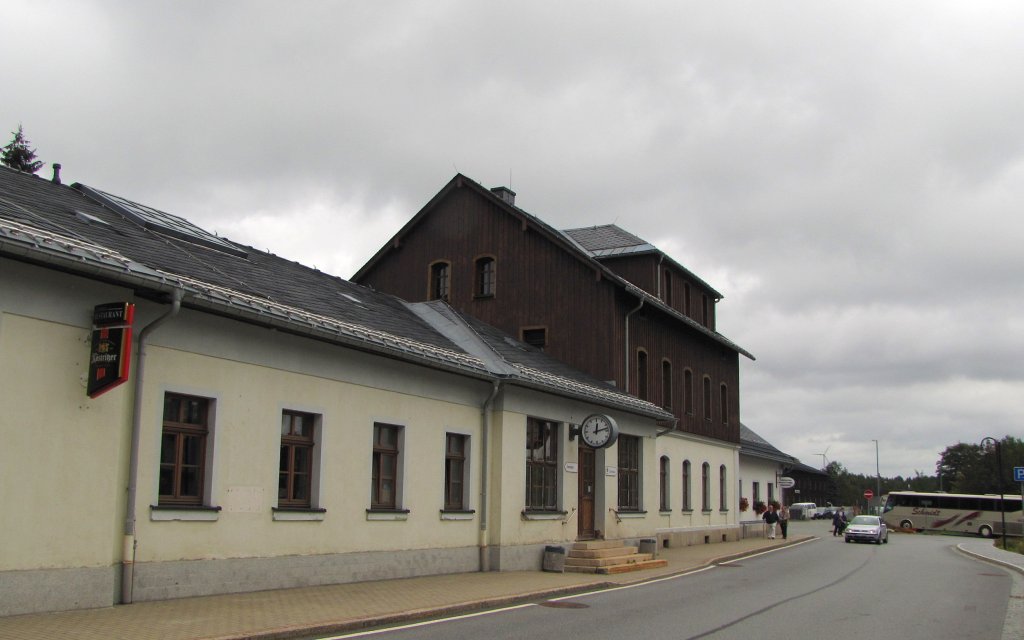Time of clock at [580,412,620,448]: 12:12
